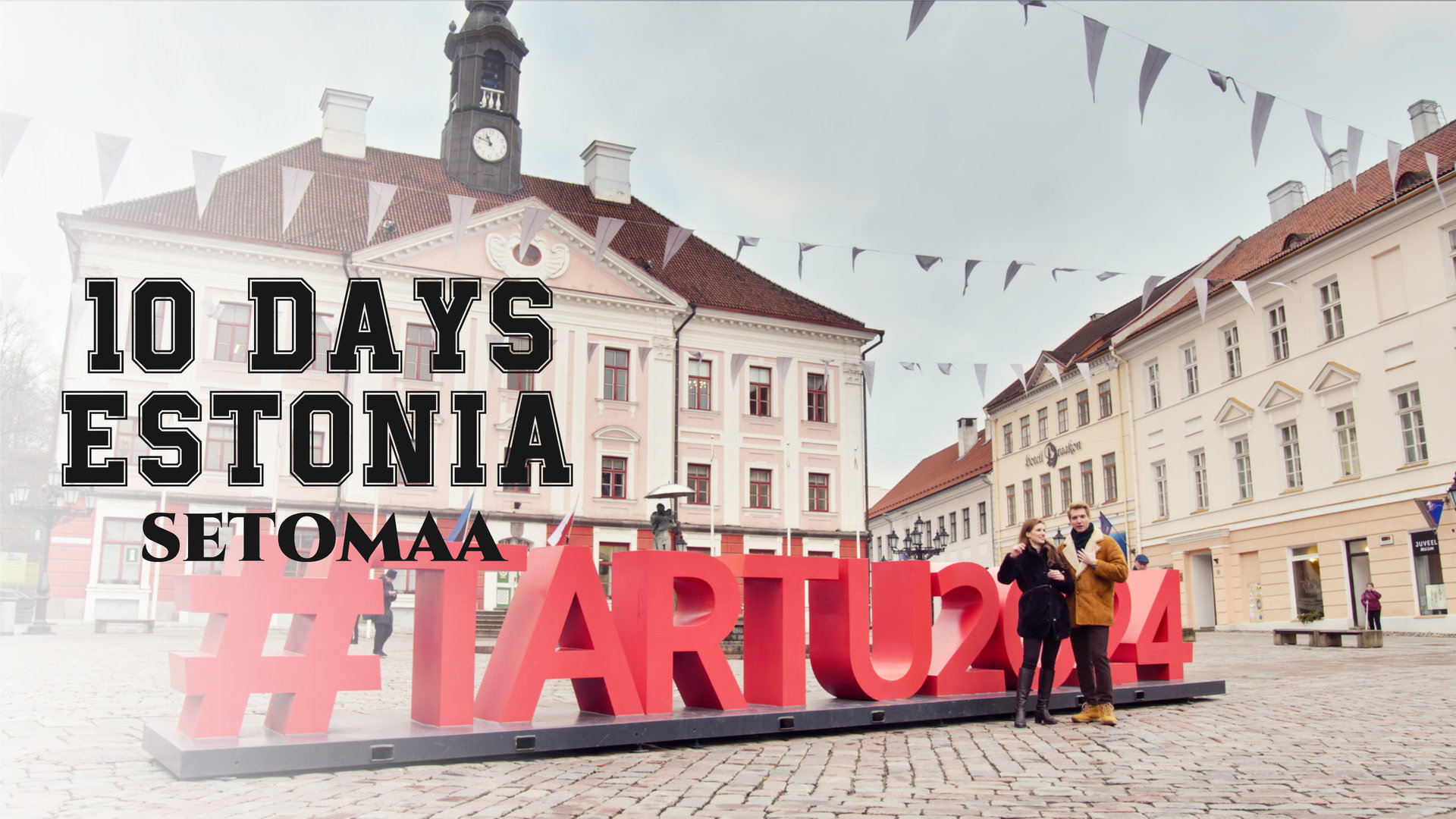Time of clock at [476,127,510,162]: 10:48
